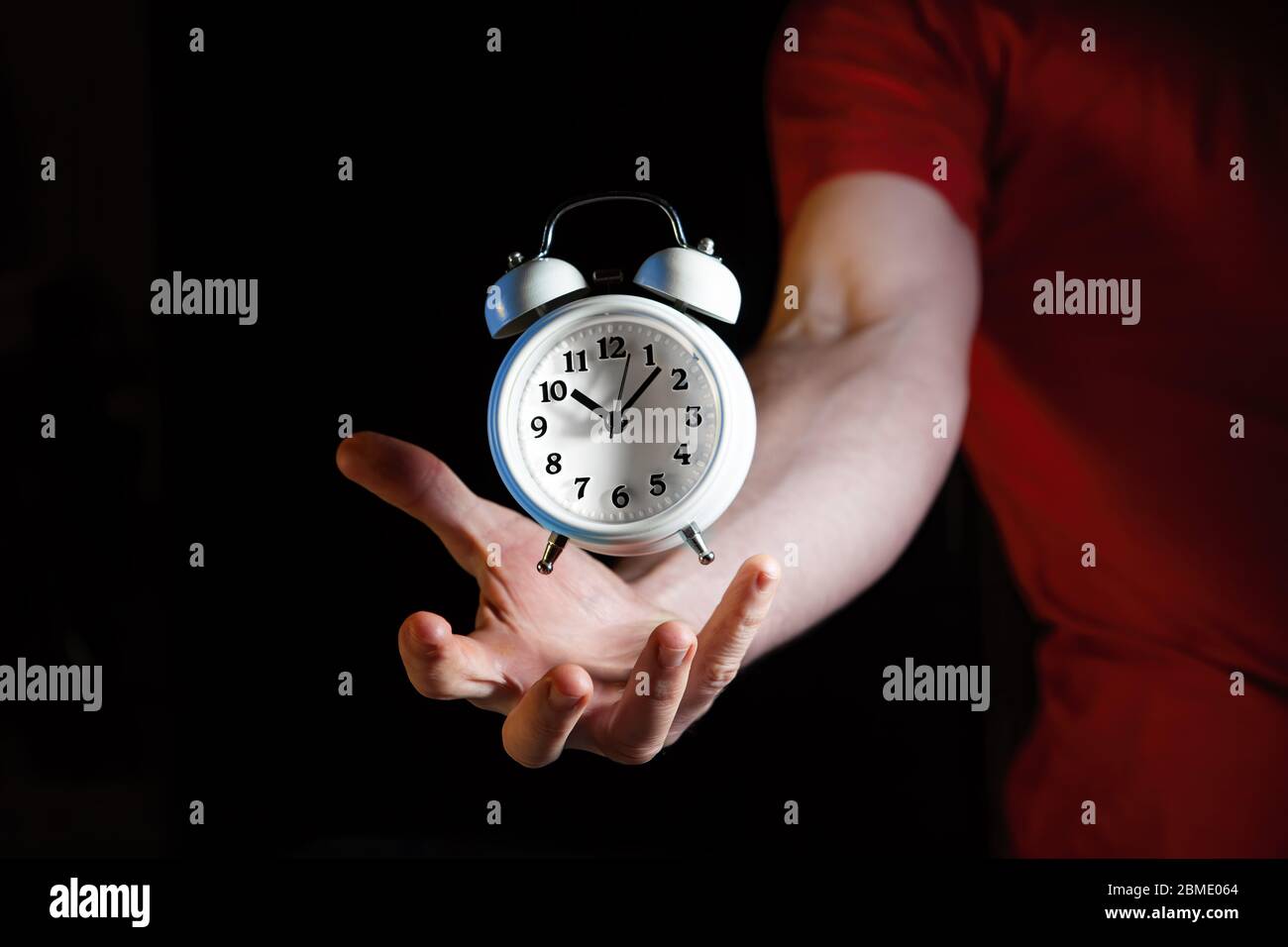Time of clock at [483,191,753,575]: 10:07
